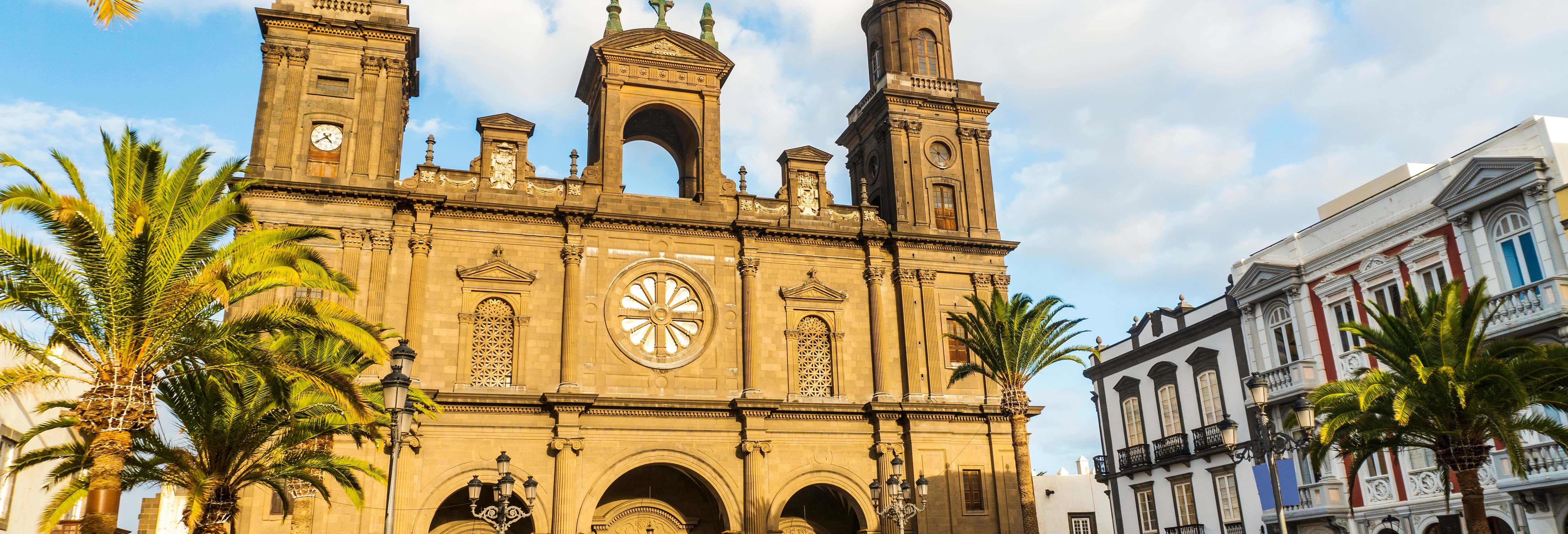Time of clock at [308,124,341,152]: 4:39
